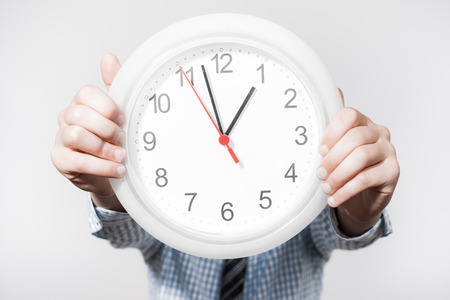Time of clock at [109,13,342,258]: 12:57
